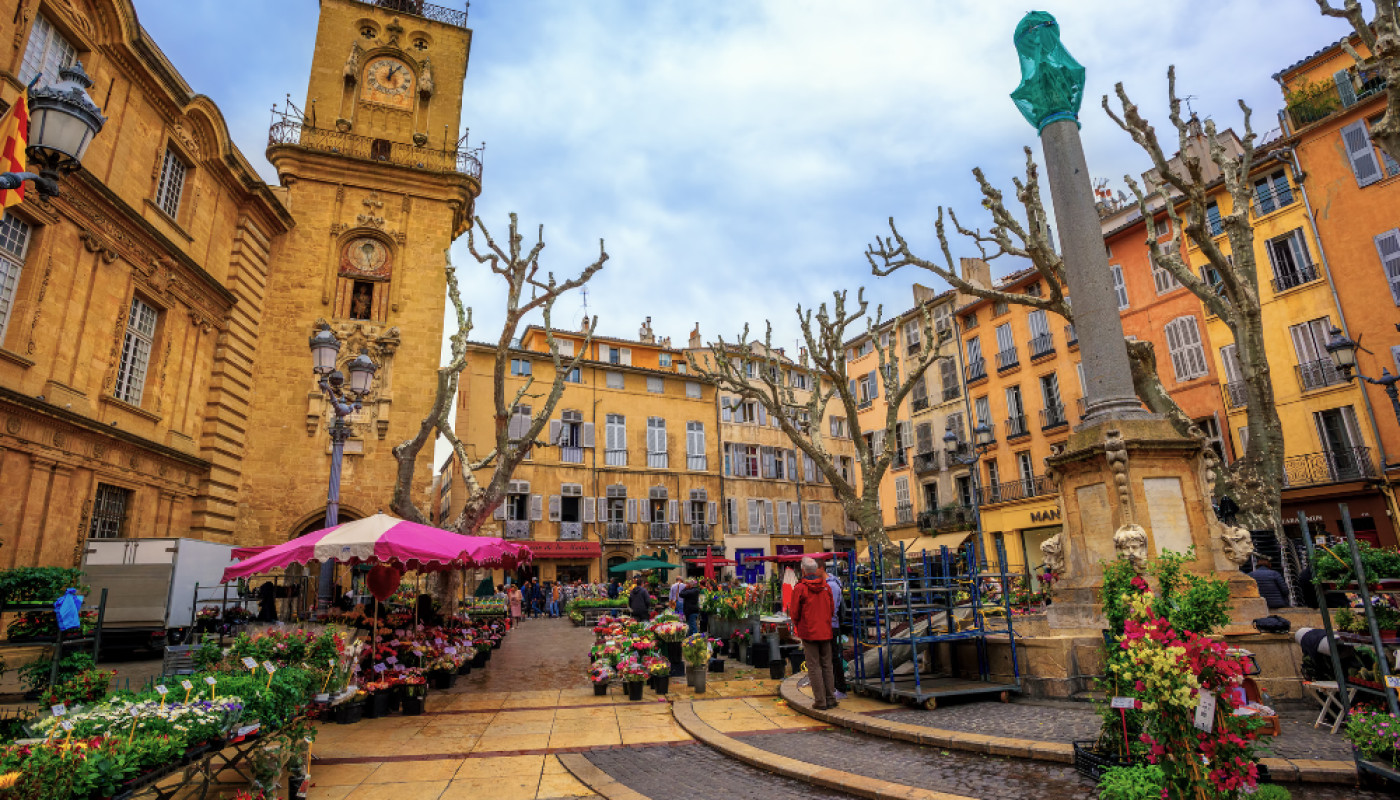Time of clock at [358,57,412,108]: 12:05
